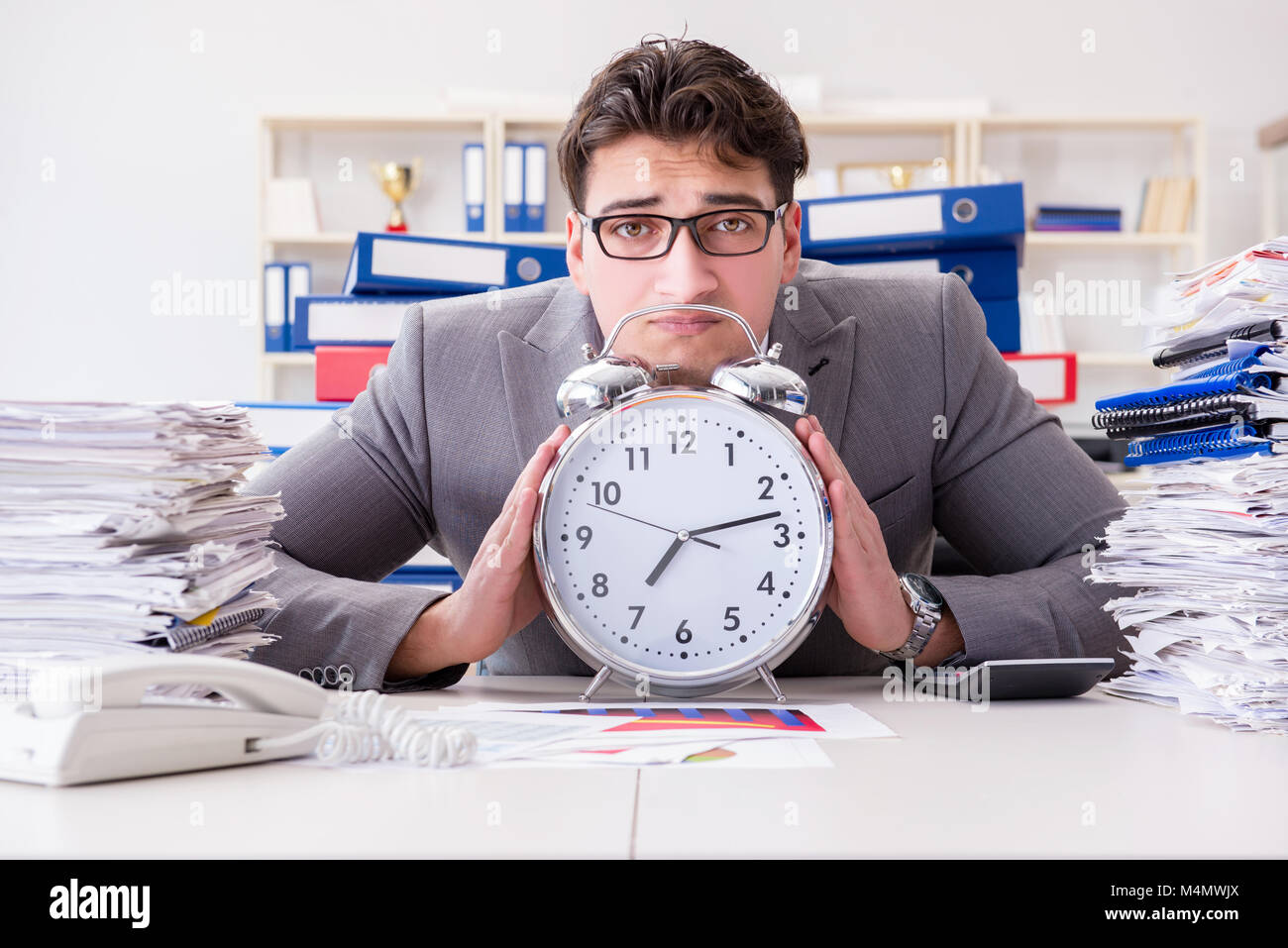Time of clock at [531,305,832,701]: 7:12
